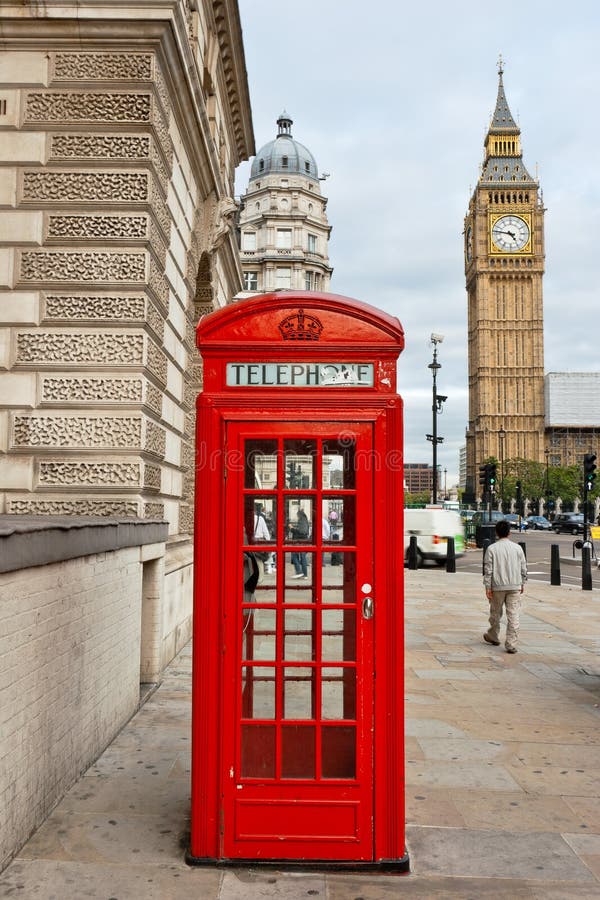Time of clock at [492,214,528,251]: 4:46
